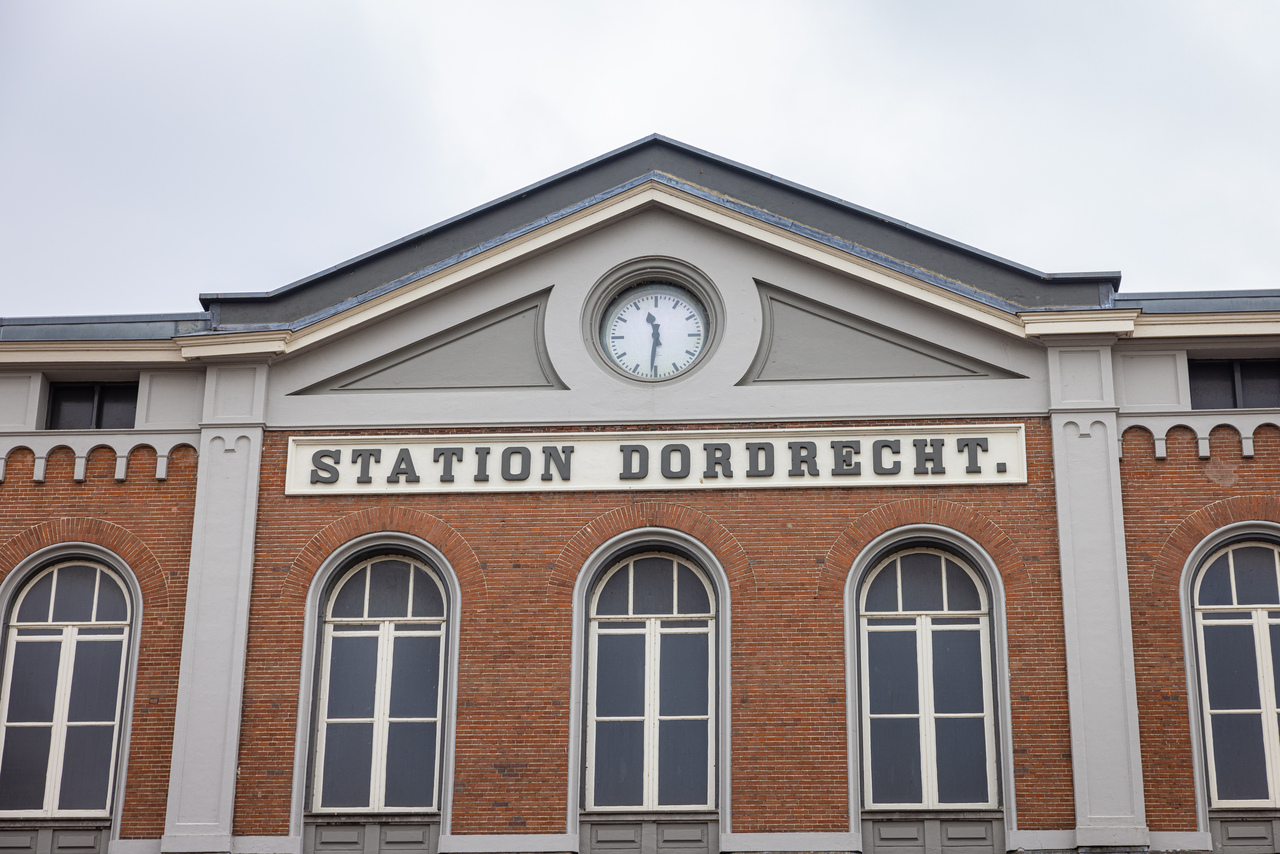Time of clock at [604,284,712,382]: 11:31
